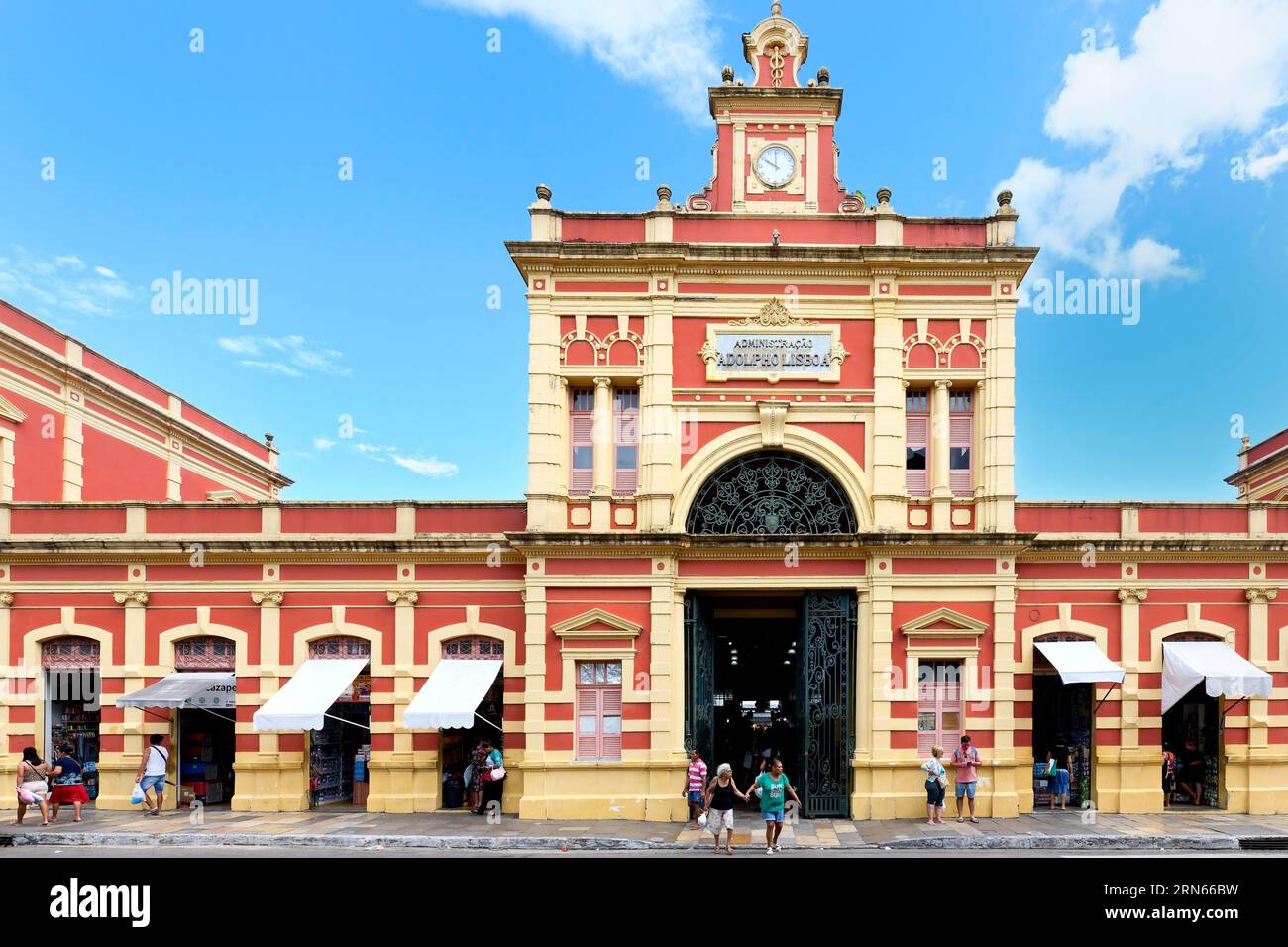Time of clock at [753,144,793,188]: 9:59
